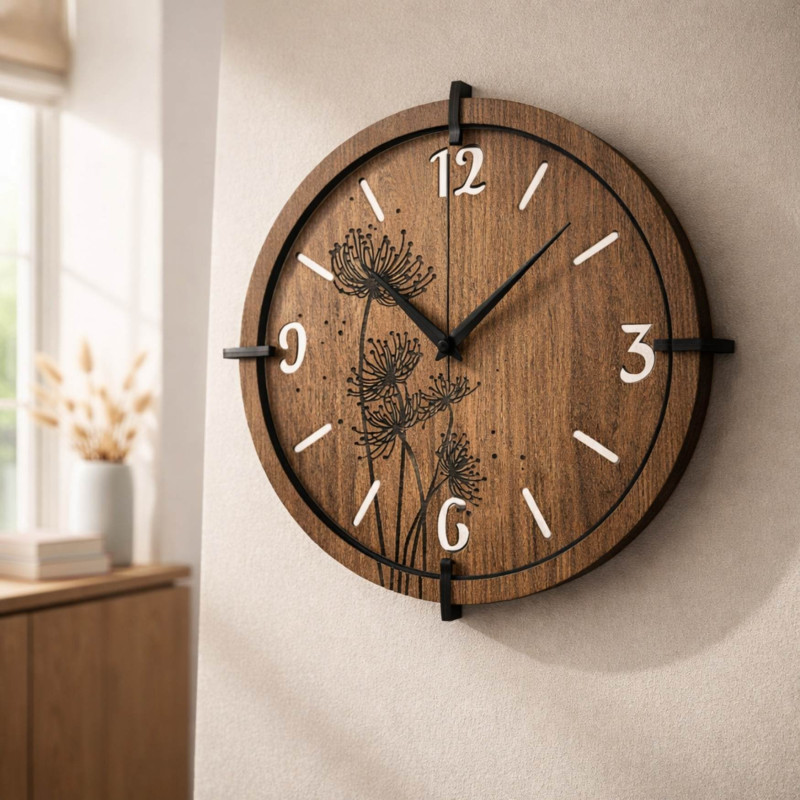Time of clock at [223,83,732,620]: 10:07
